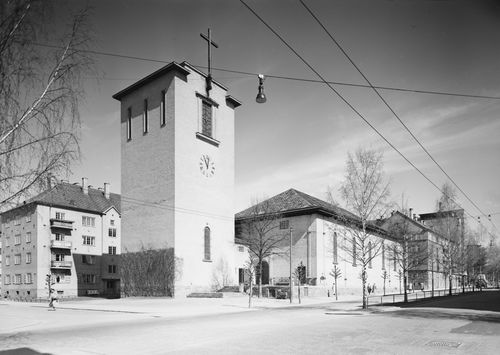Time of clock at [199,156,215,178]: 11:02
